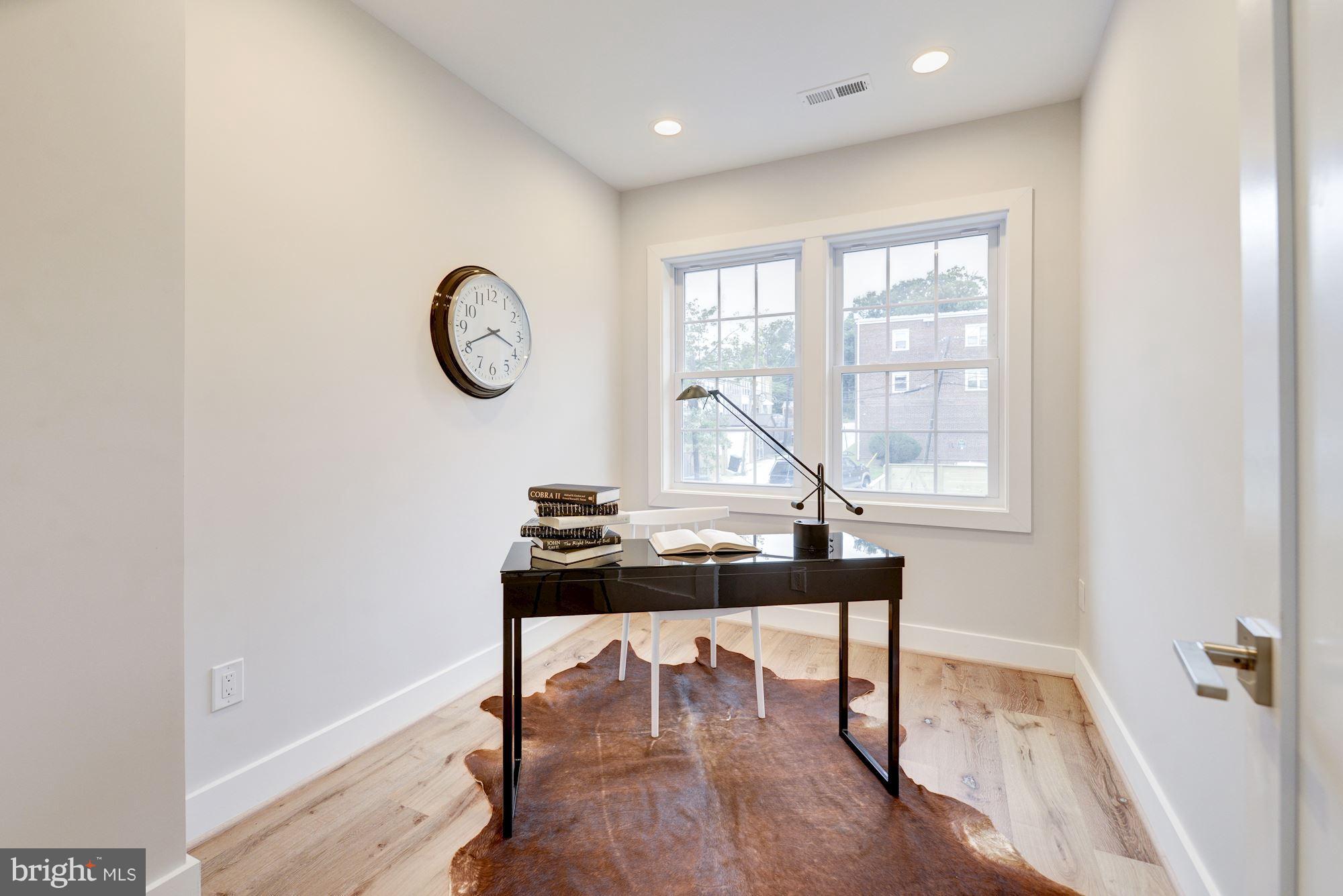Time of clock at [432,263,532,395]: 3:40
